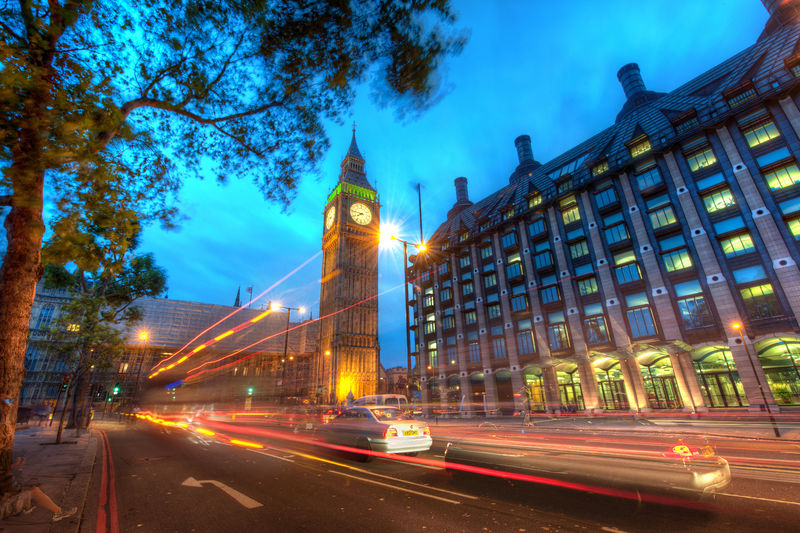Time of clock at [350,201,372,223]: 7:46
